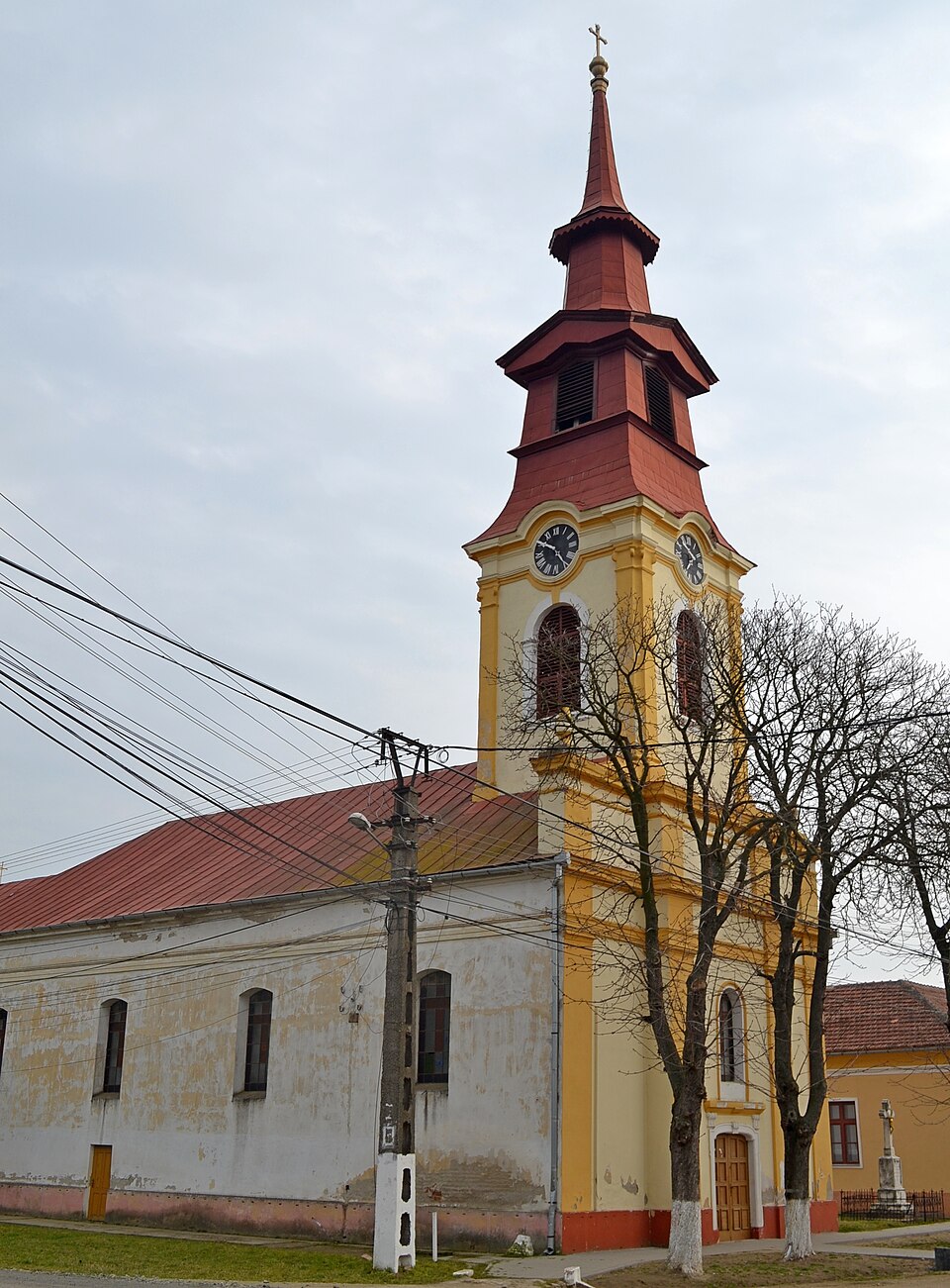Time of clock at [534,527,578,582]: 4:50
